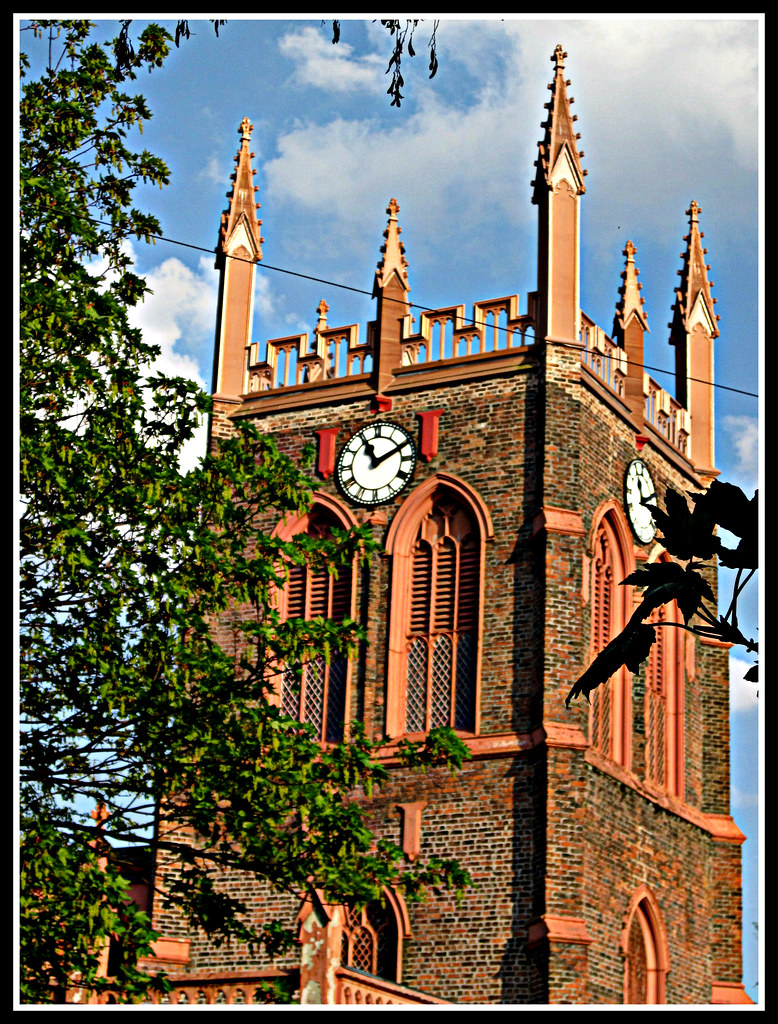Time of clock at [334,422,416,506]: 11:10
